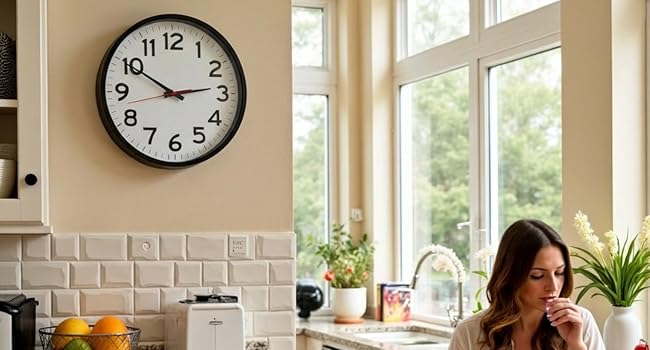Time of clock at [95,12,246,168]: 2:49
